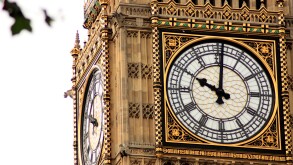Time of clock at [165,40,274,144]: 10:00
